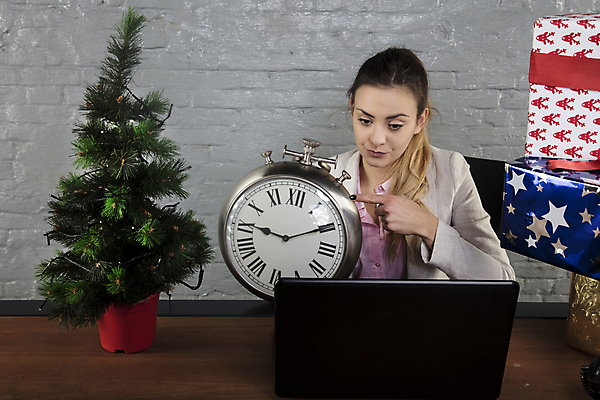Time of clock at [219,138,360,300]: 9:10
